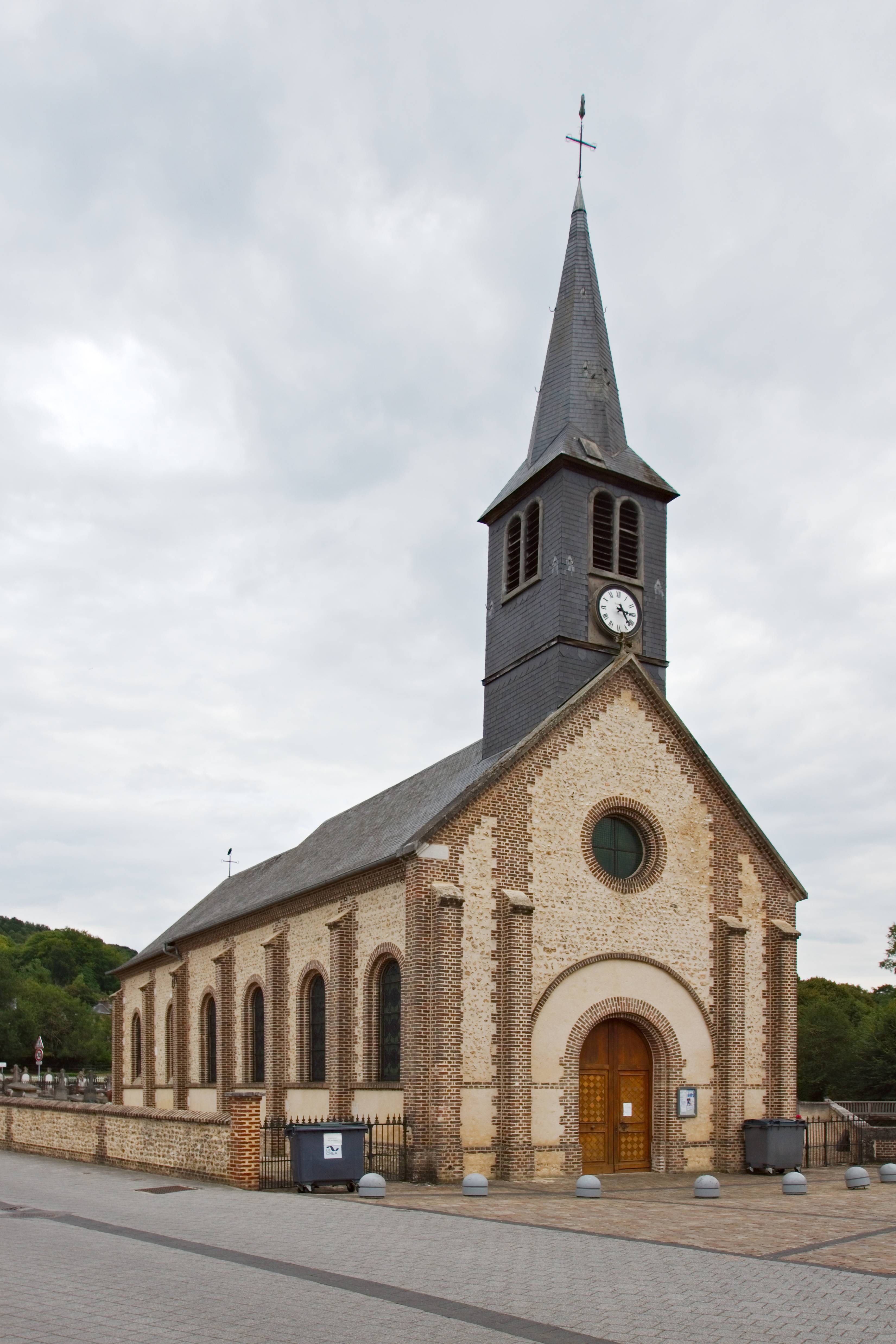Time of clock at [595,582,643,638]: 3:22
